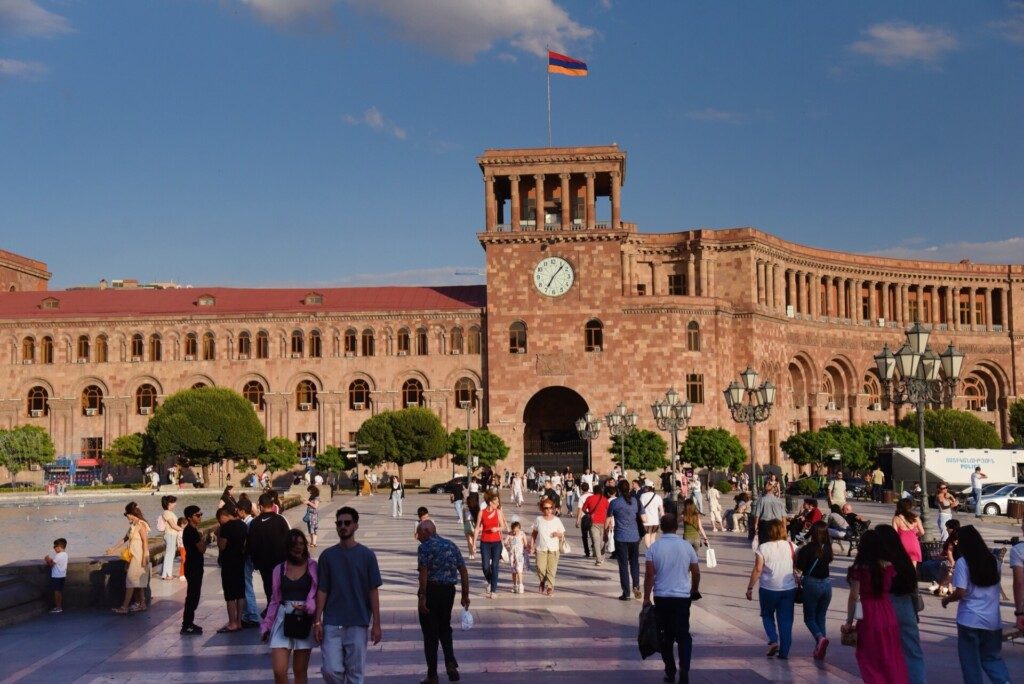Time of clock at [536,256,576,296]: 7:07
